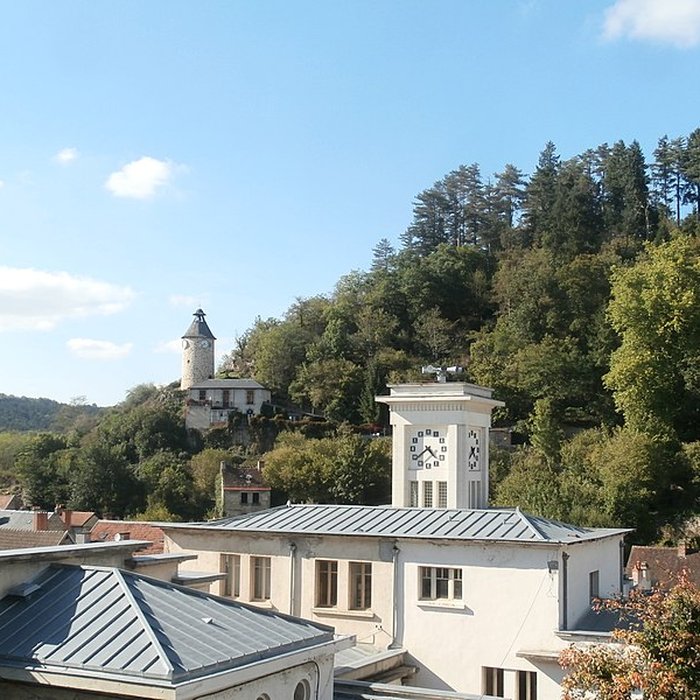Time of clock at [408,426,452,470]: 4:38
